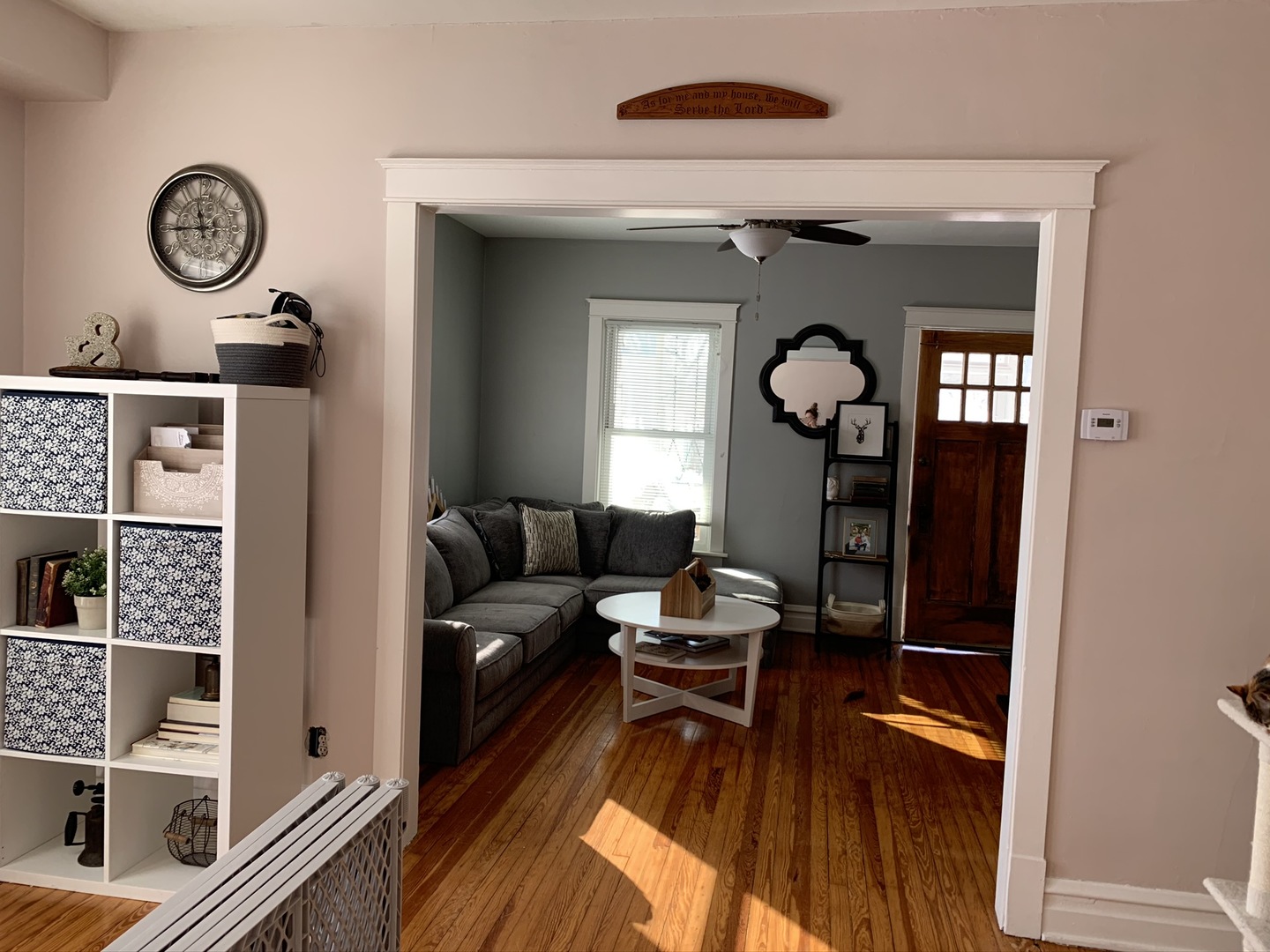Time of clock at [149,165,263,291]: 11:44
